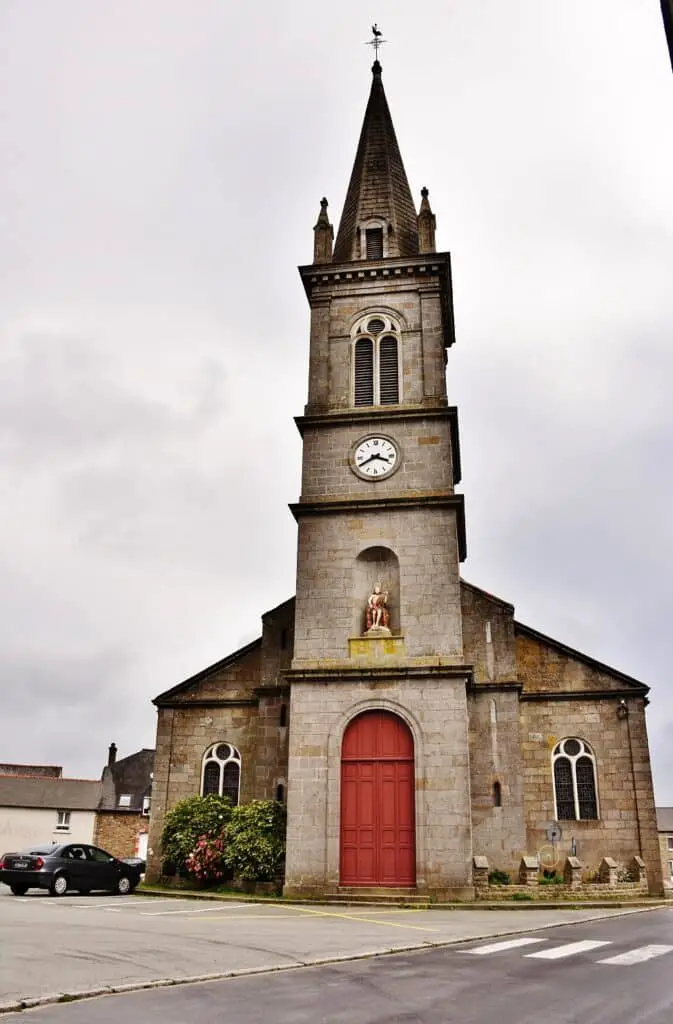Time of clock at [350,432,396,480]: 3:40
